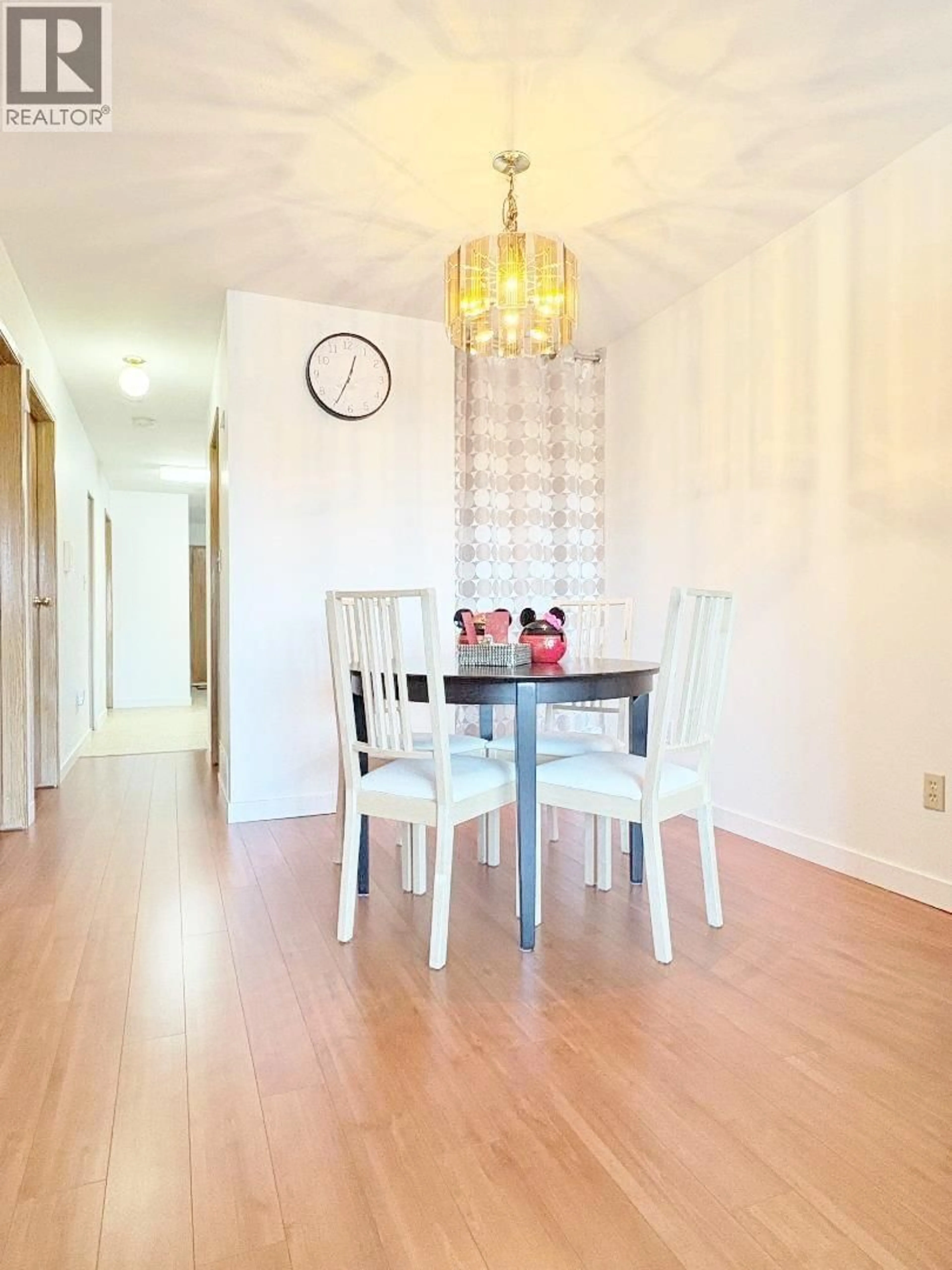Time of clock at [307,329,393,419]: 12:34
